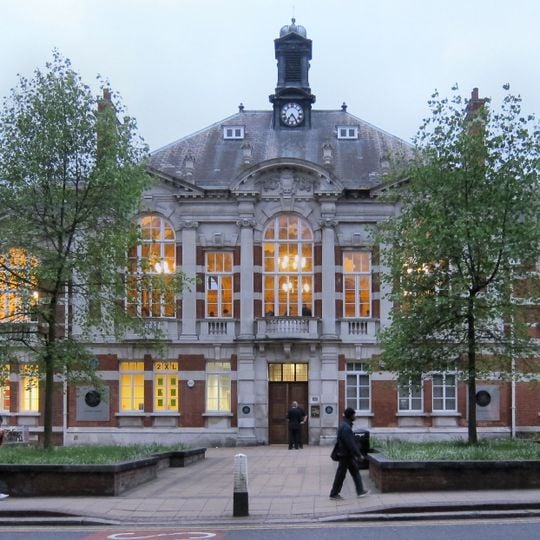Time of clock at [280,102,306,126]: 7:24
